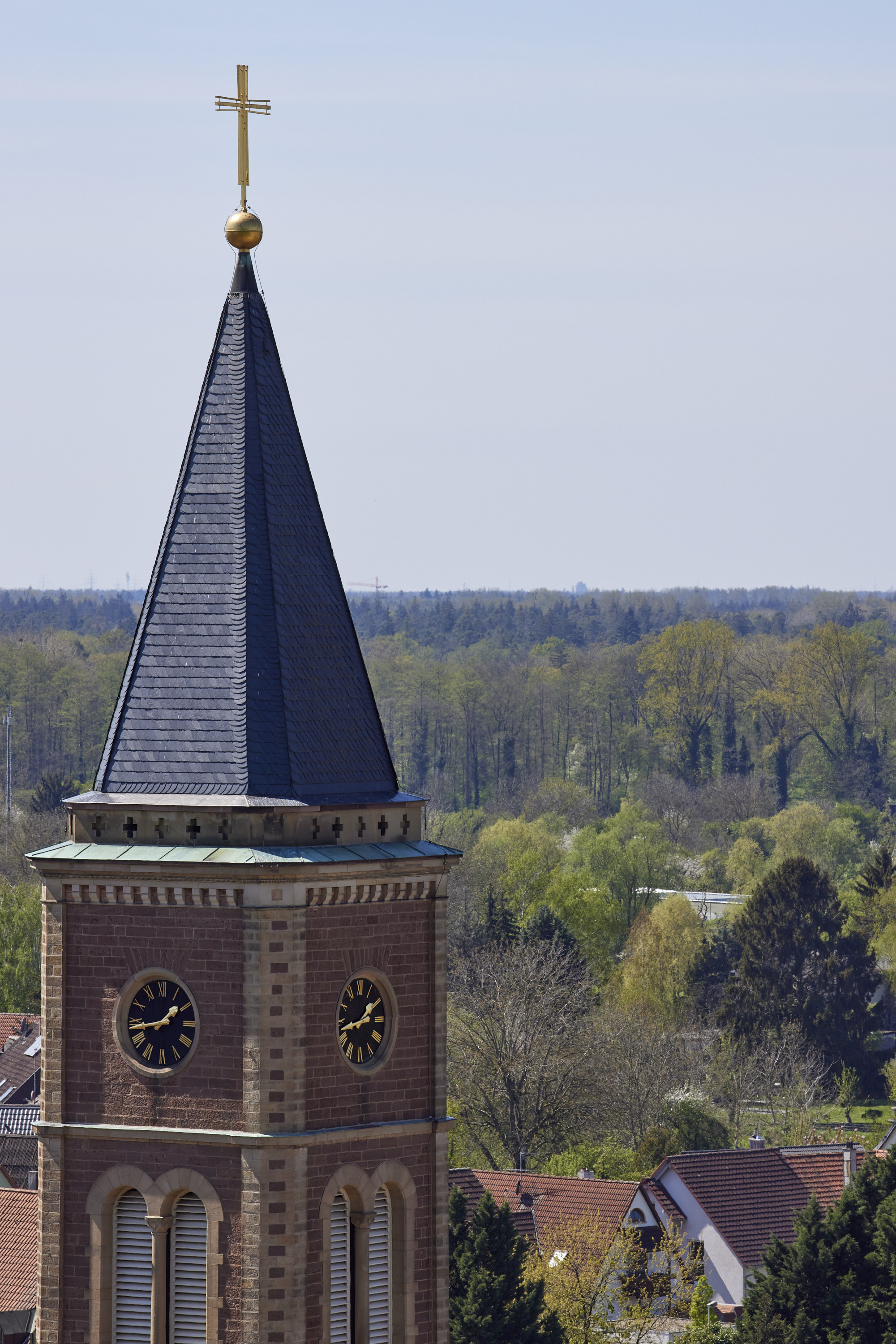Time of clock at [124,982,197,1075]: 1:43
